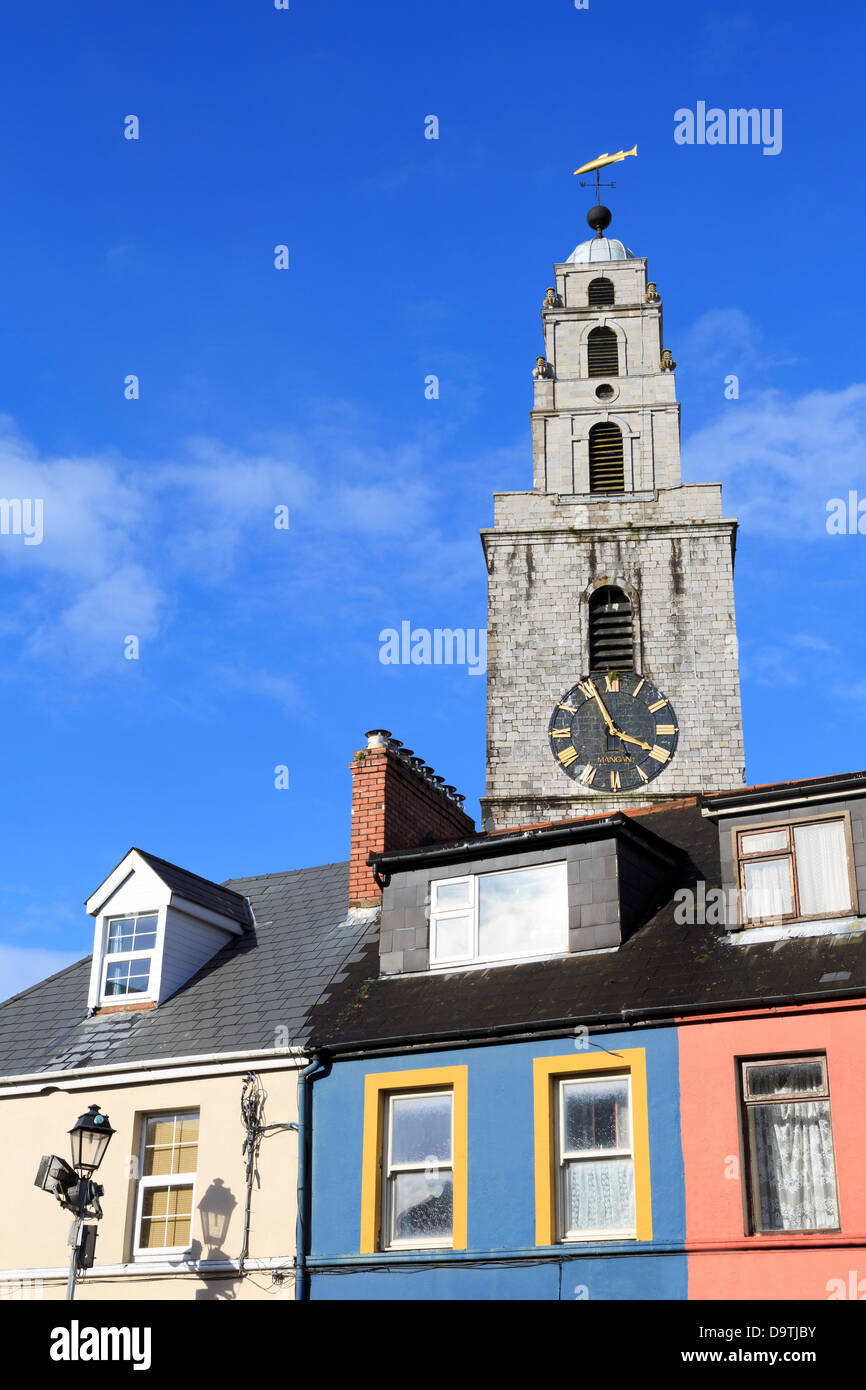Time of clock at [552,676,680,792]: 3:55
